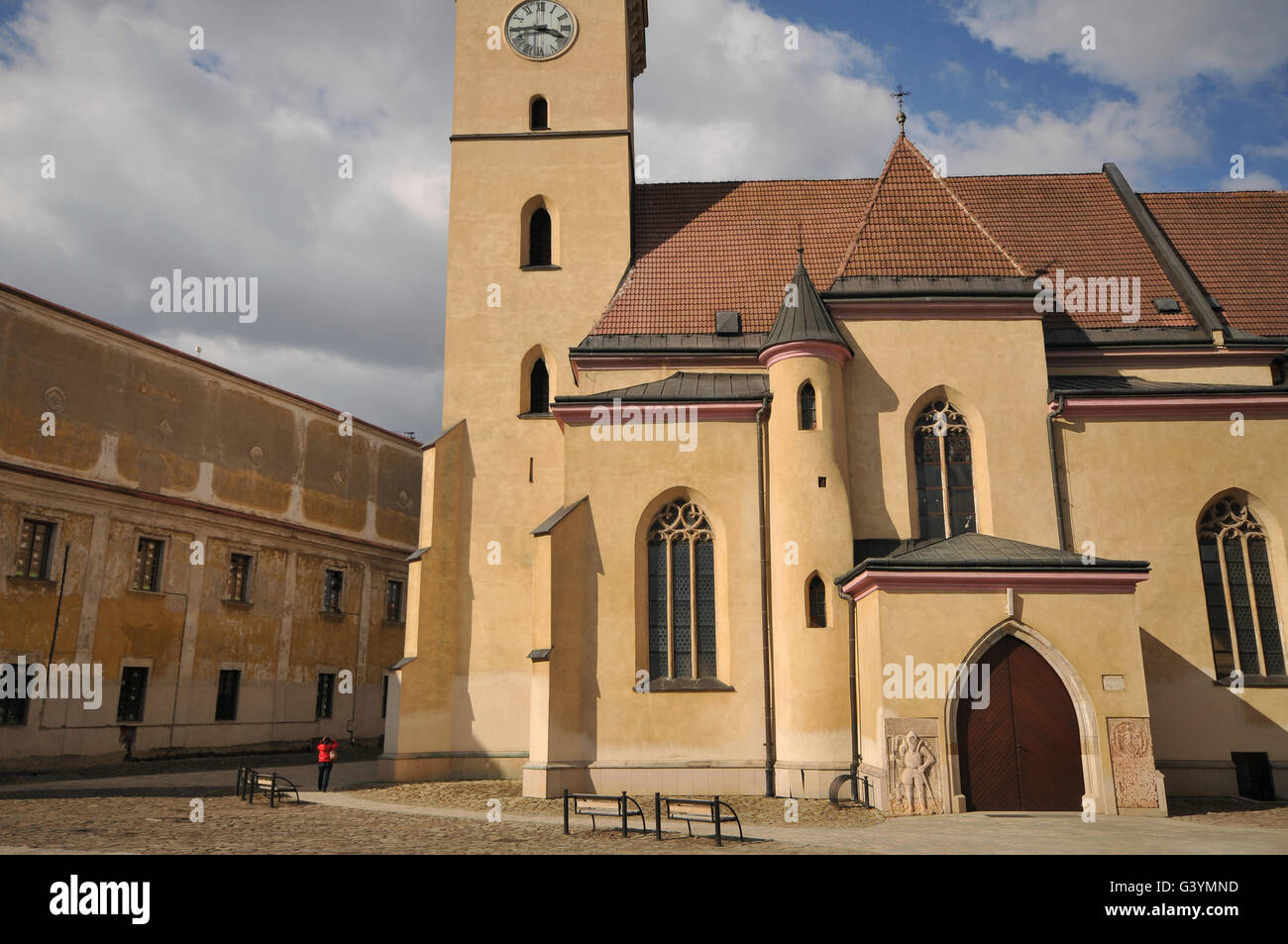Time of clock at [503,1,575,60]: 3:44
